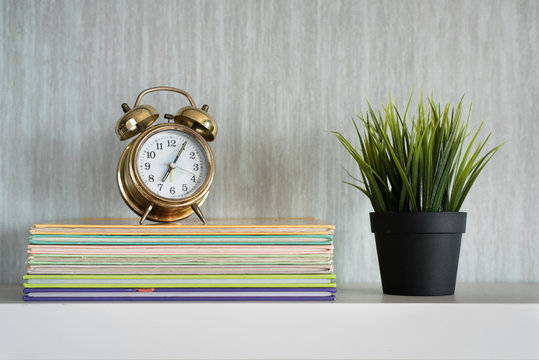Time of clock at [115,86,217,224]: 7:05
